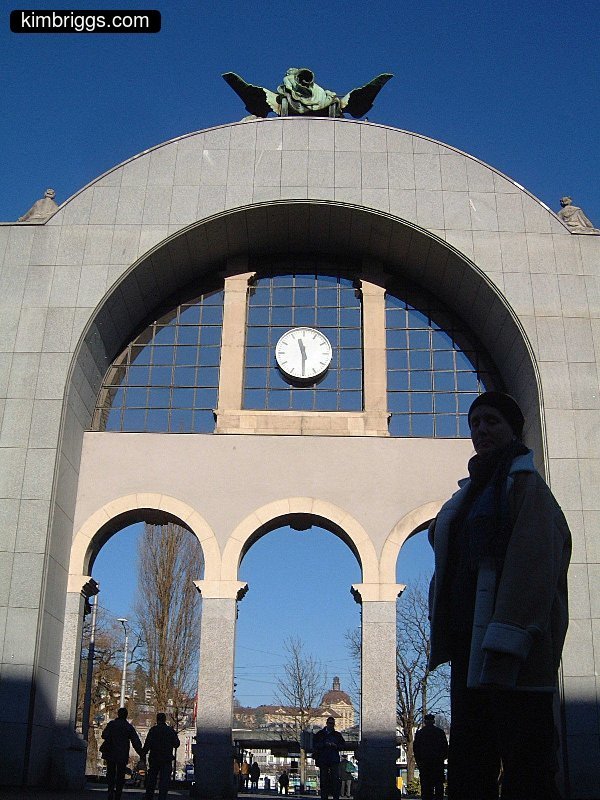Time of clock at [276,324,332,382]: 11:29
